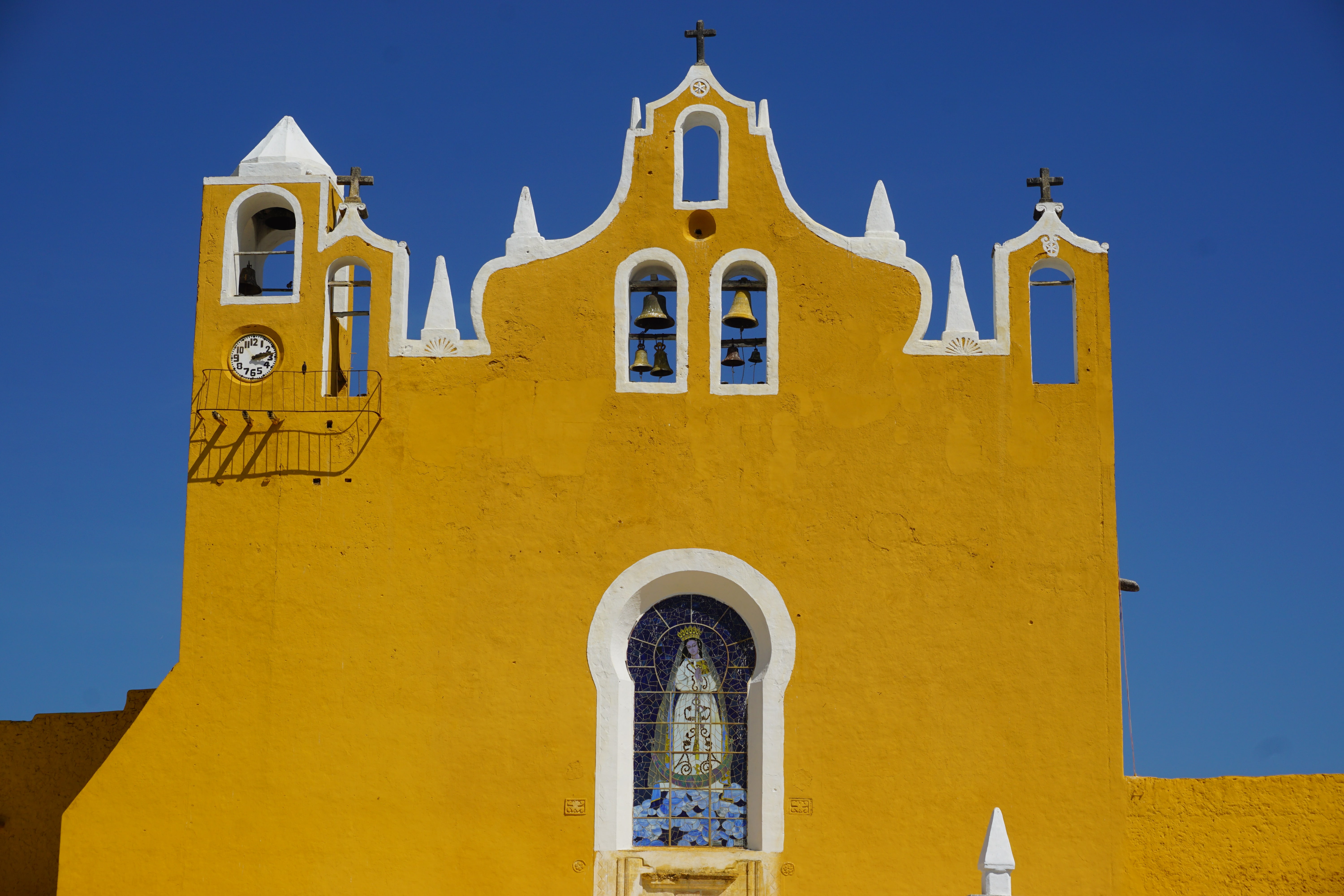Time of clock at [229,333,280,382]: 2:12
